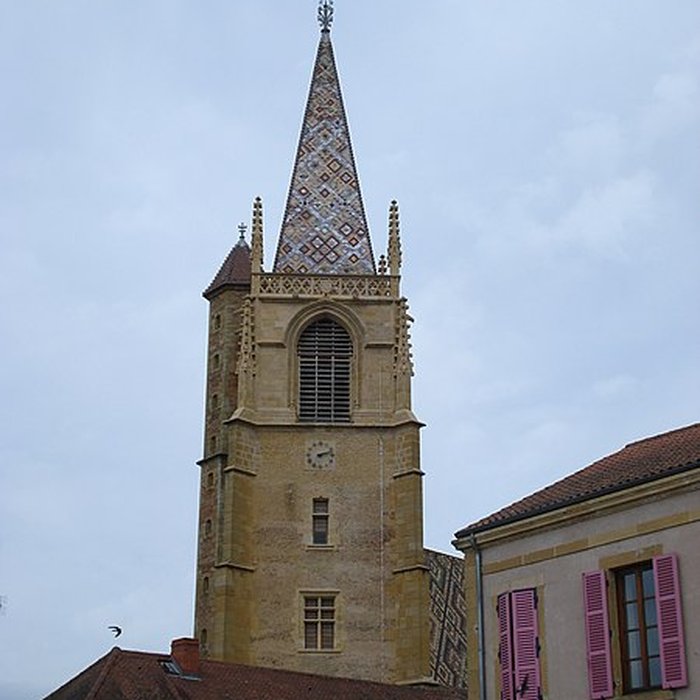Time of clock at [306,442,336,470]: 2:12
